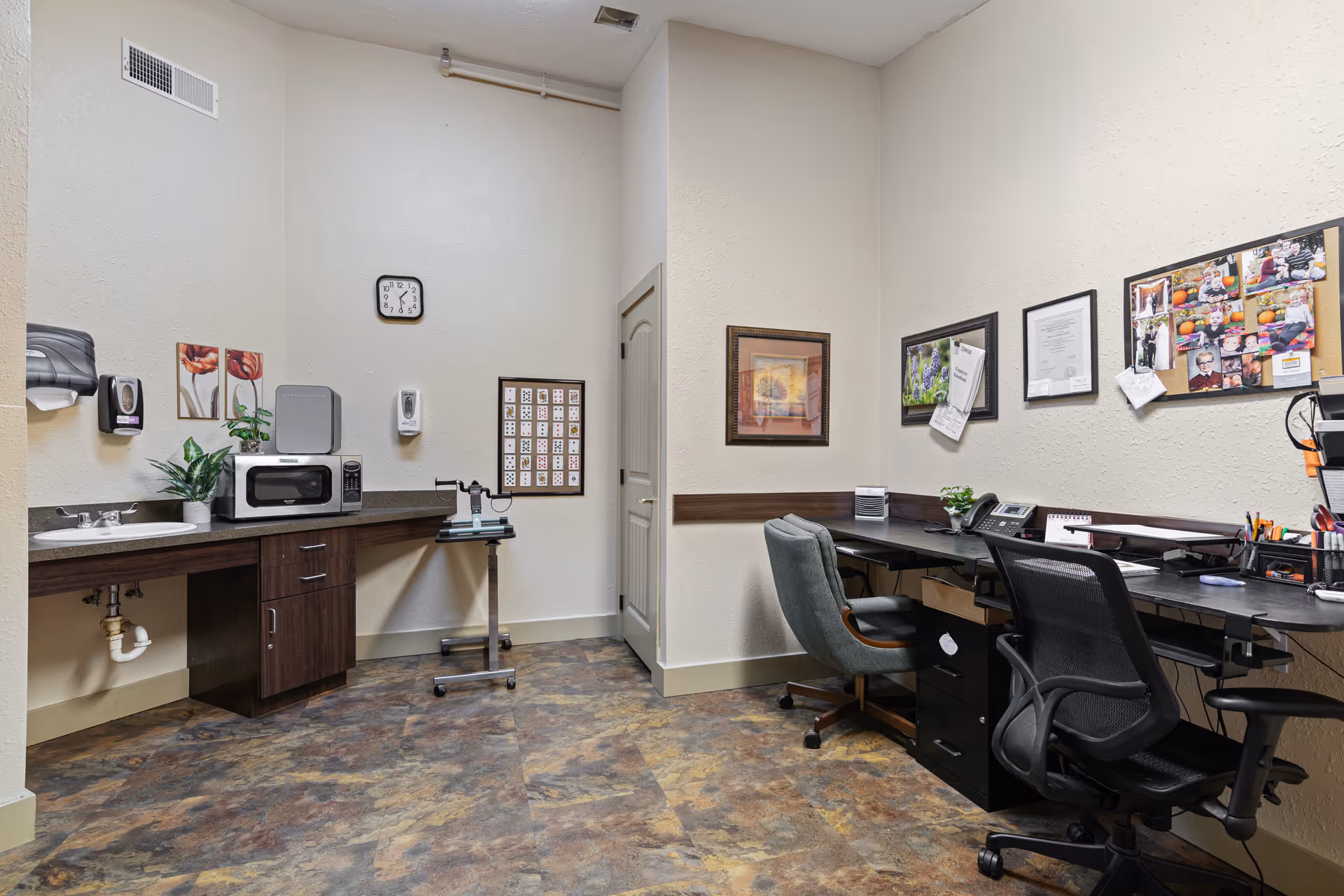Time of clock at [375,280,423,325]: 1:29
